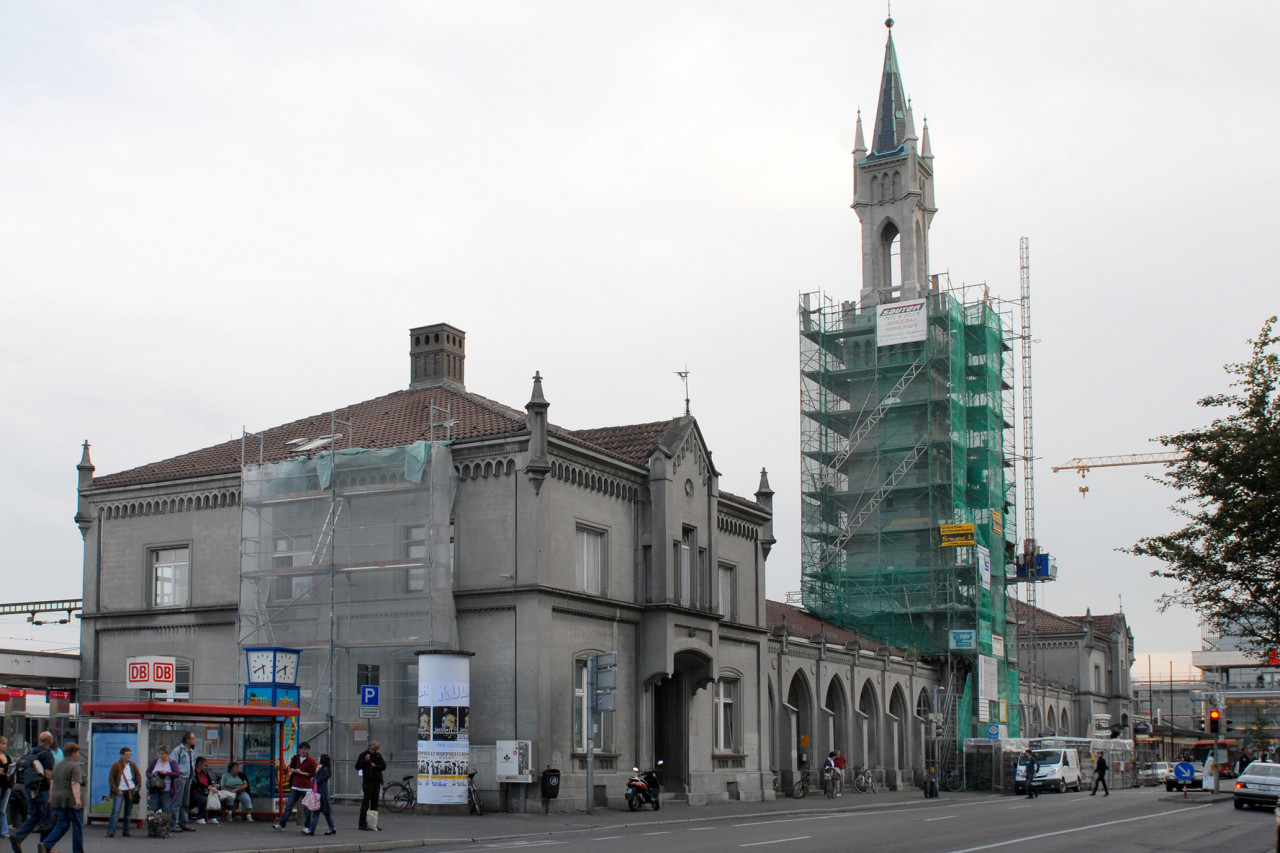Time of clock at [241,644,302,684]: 5:40
